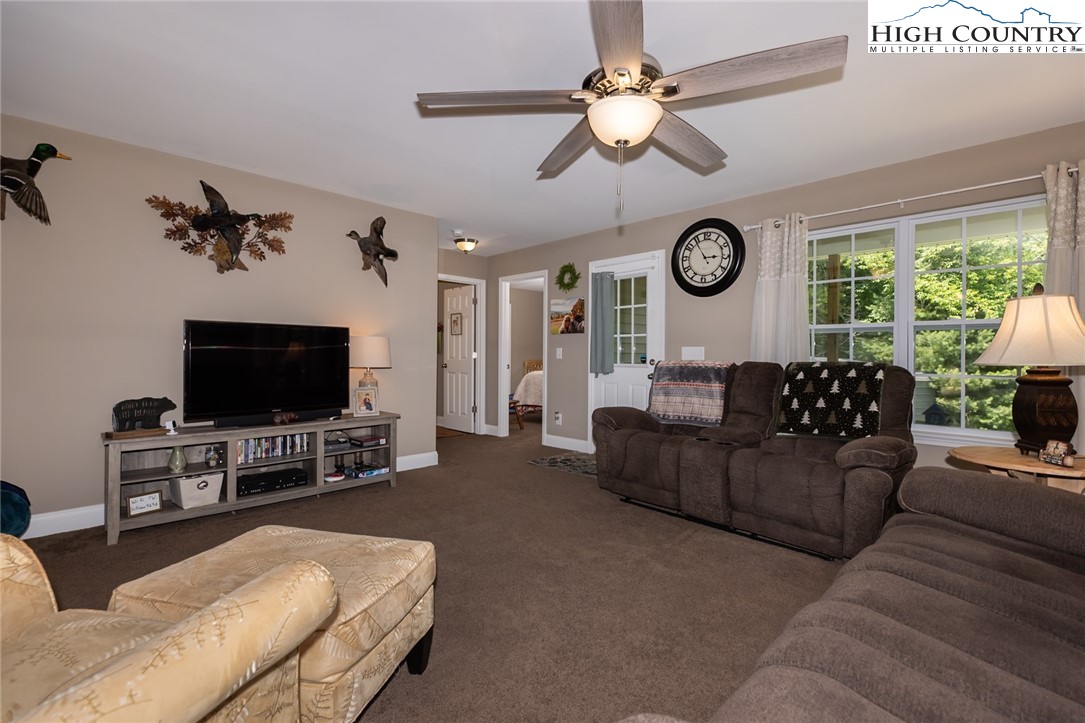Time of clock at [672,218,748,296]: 2:54
